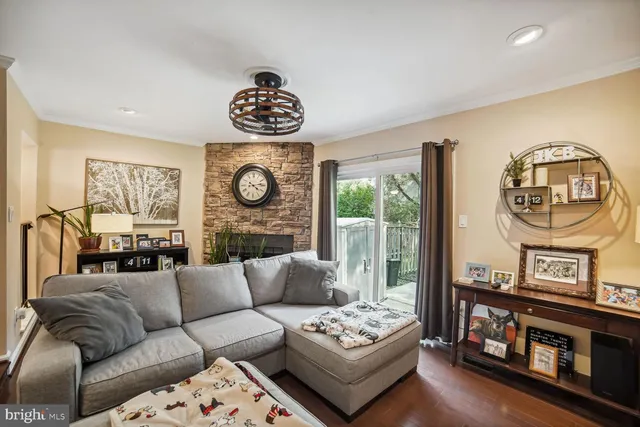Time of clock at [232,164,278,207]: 4:14
